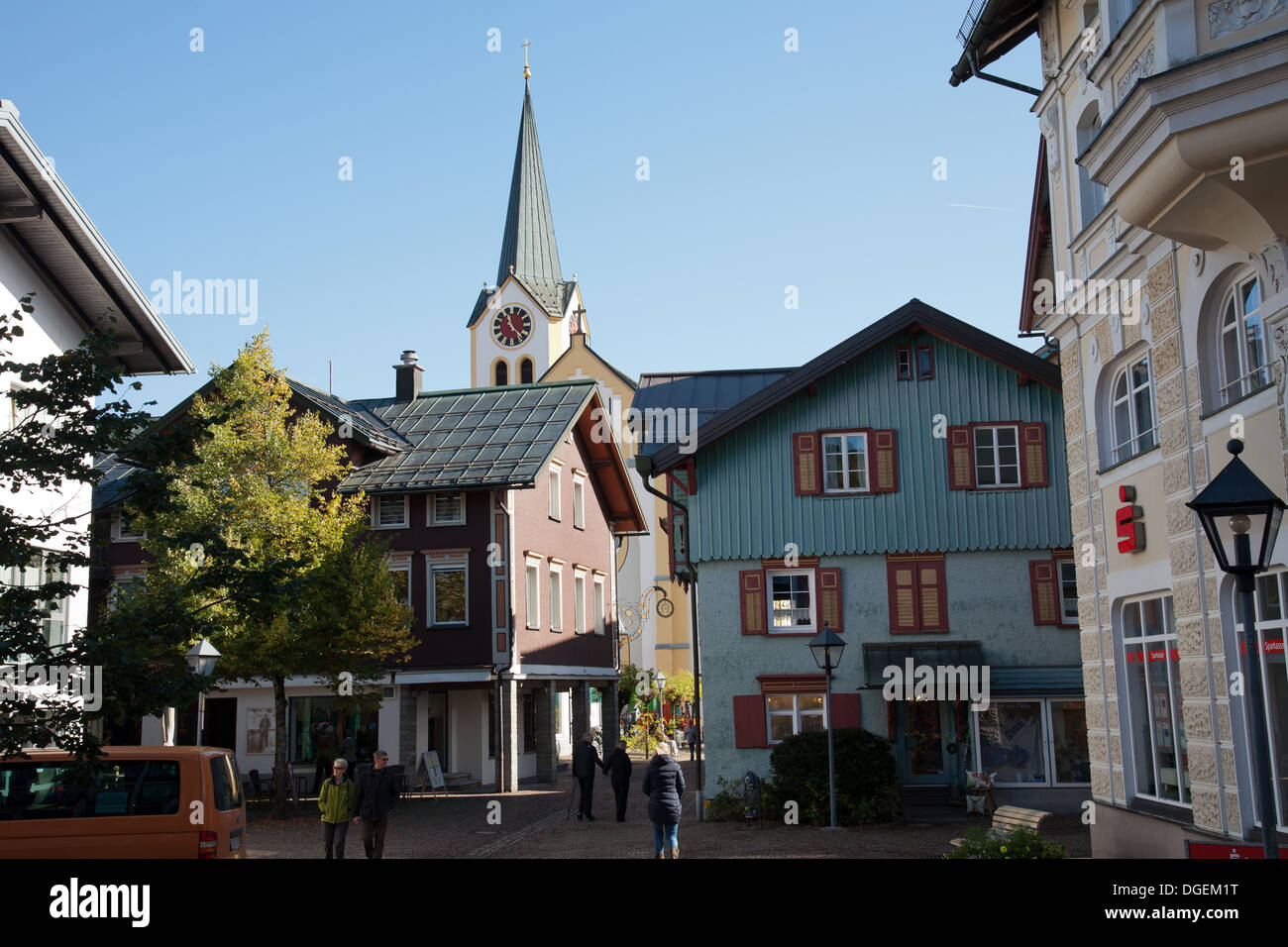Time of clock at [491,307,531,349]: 11:22
